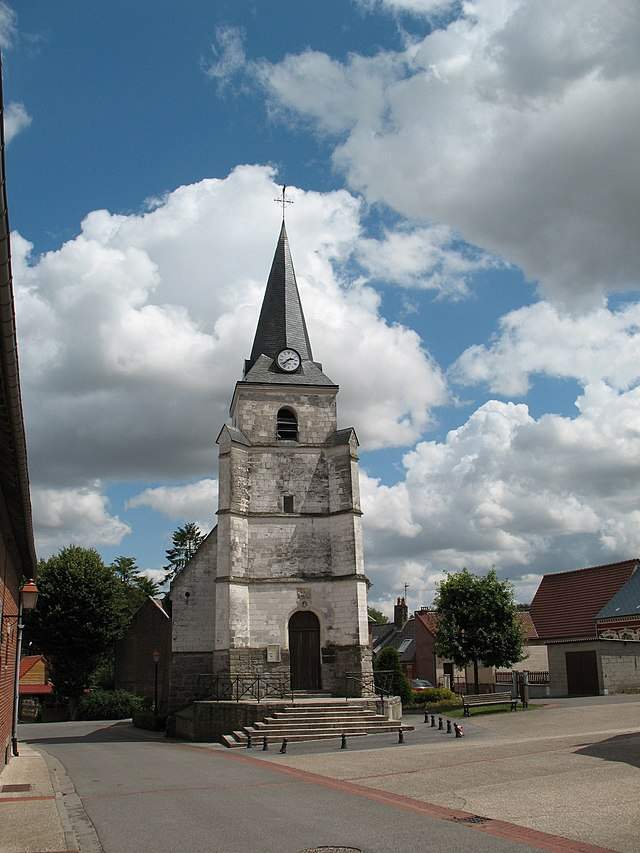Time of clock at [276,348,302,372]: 2:38
